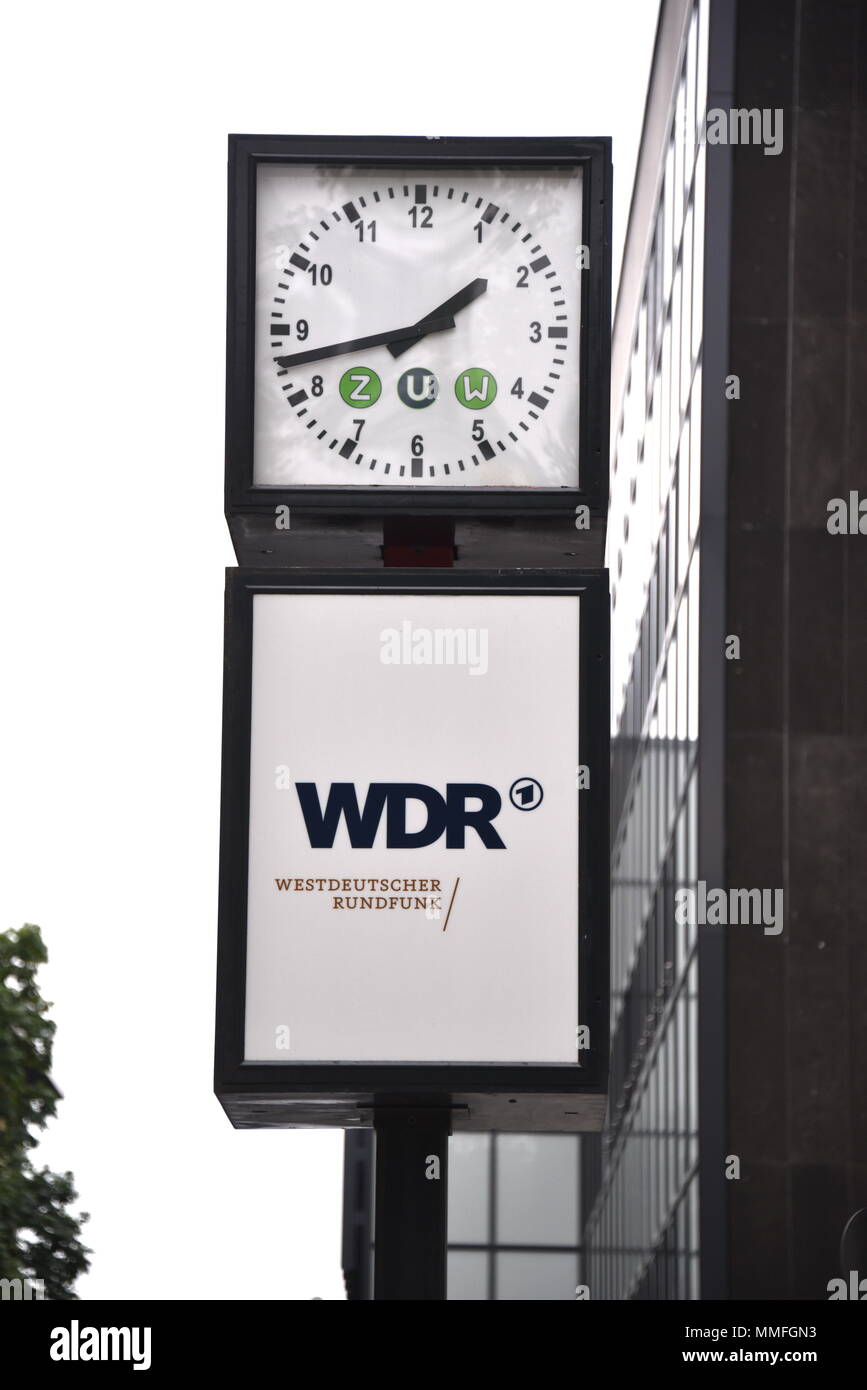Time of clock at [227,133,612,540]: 1:42
